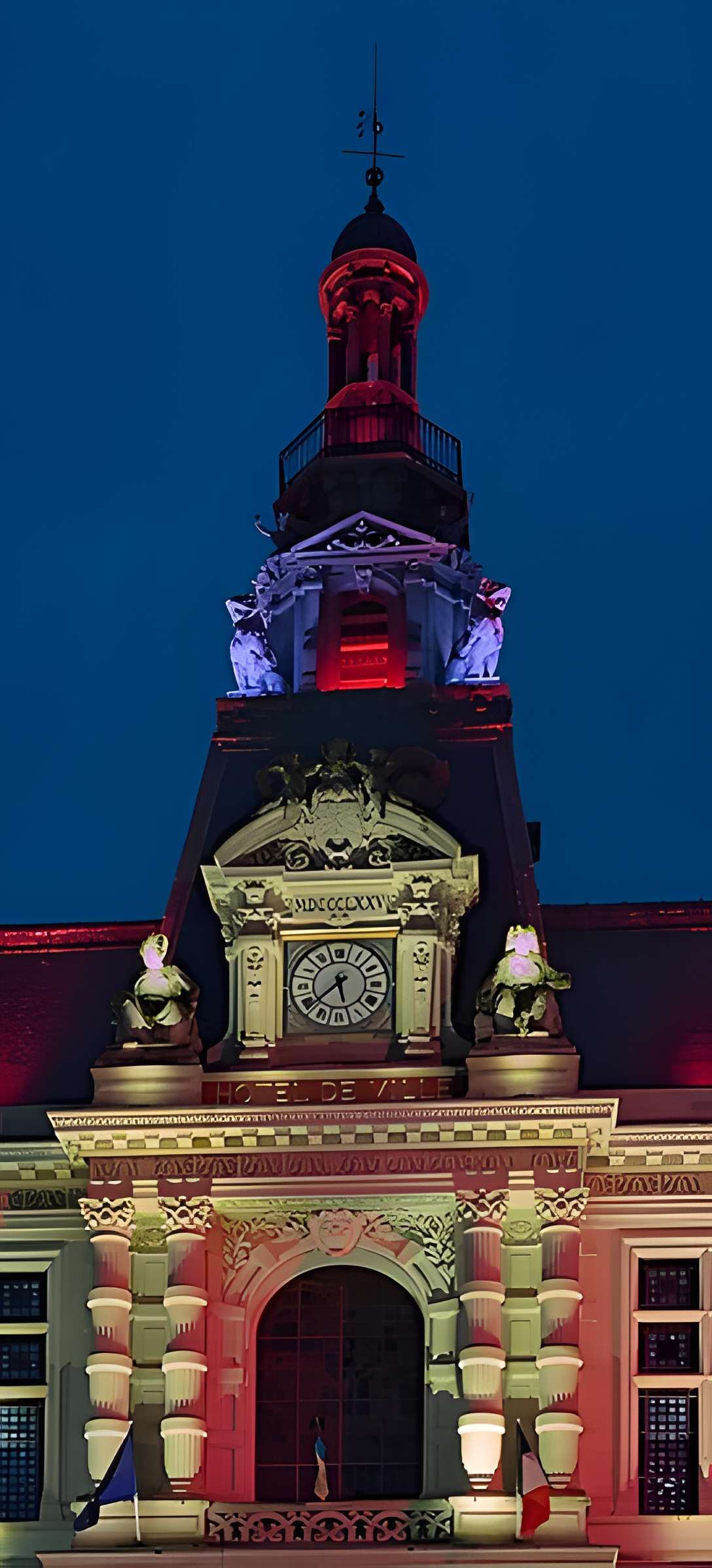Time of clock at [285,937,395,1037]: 5:38
